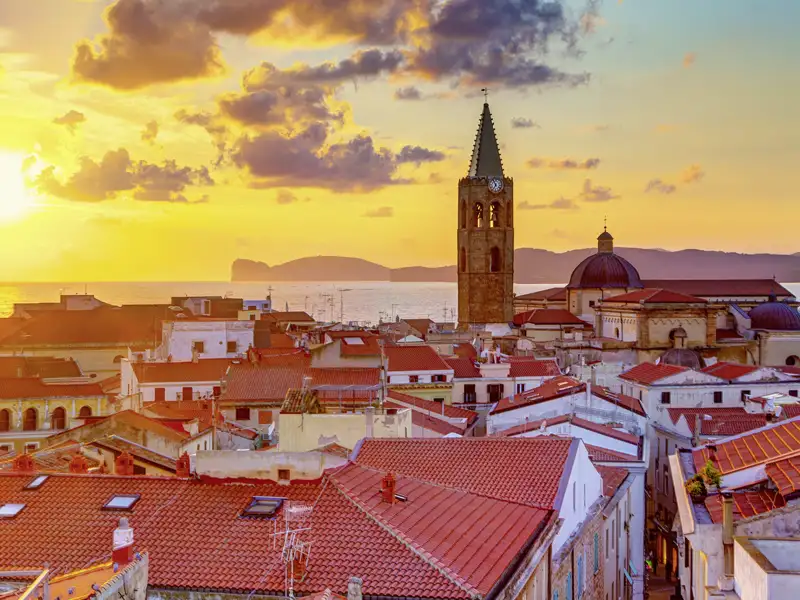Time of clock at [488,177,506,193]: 6:56
